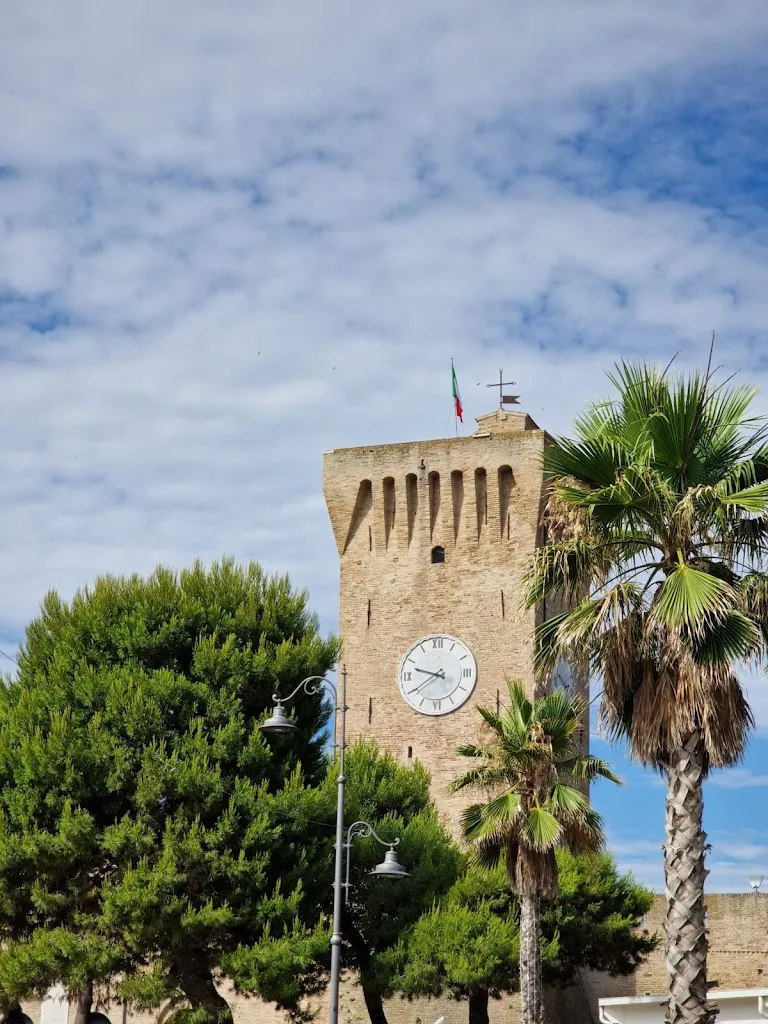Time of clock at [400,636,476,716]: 9:39
